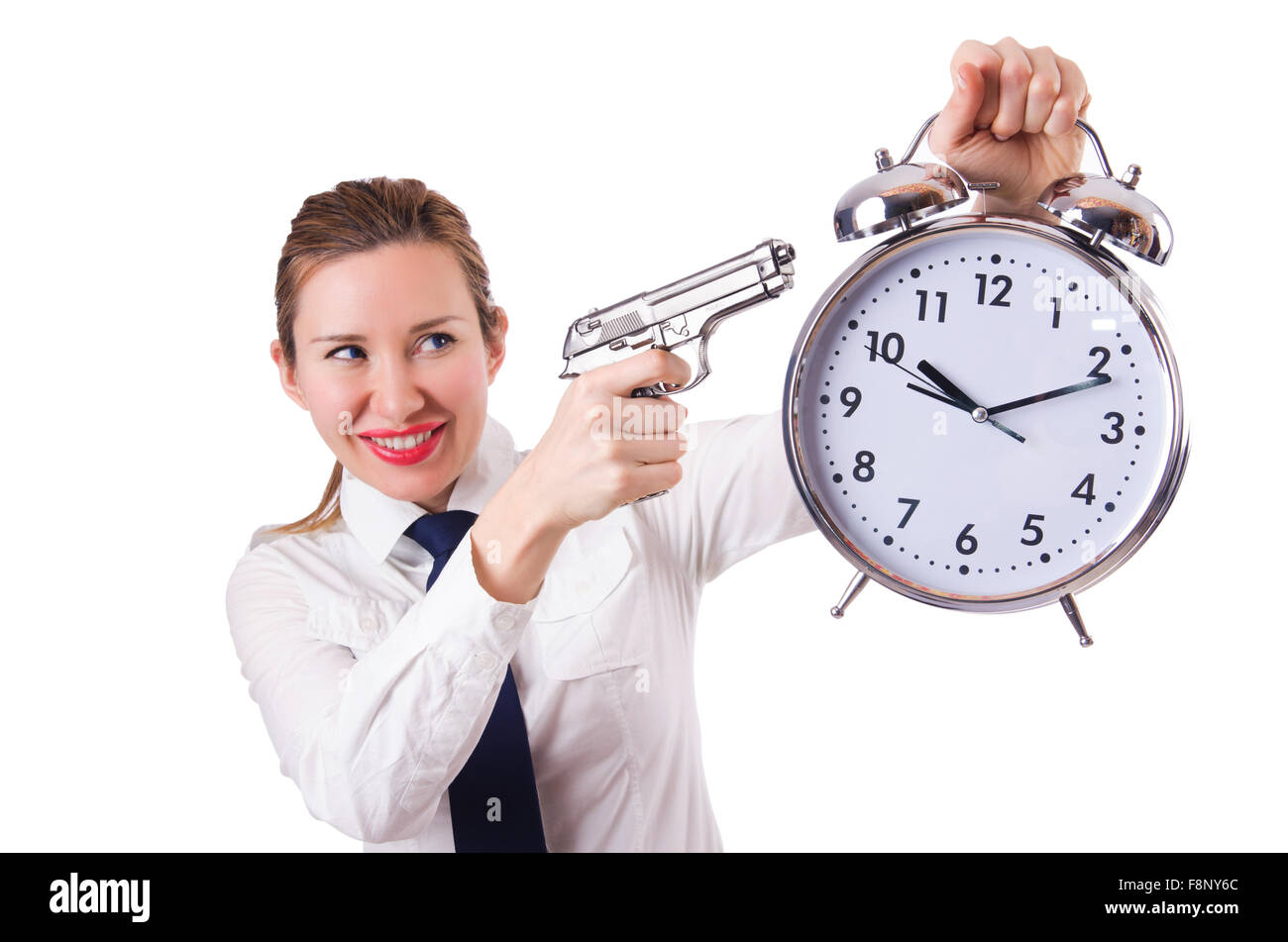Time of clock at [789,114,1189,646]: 10:11
